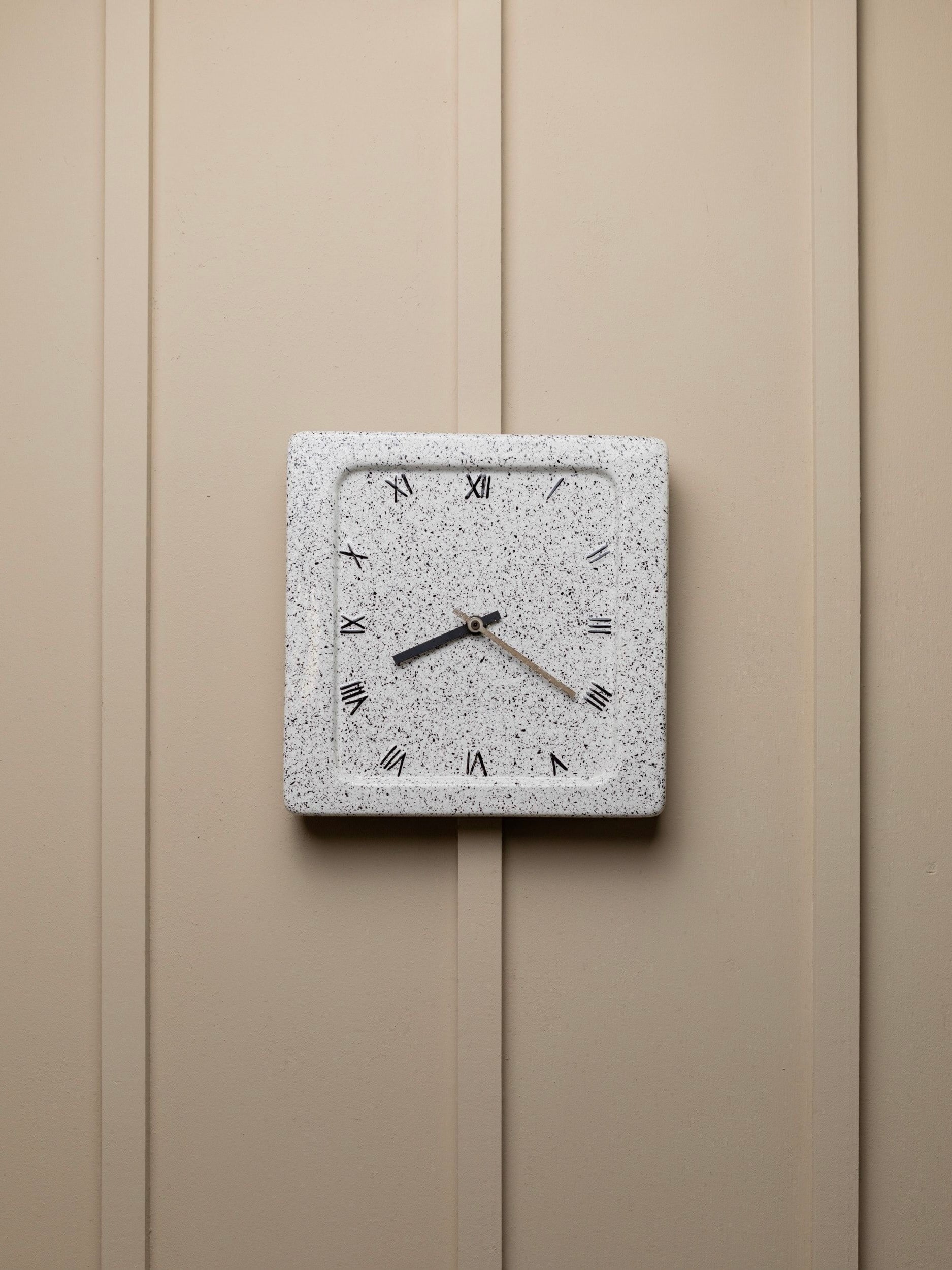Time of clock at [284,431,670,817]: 8:20
